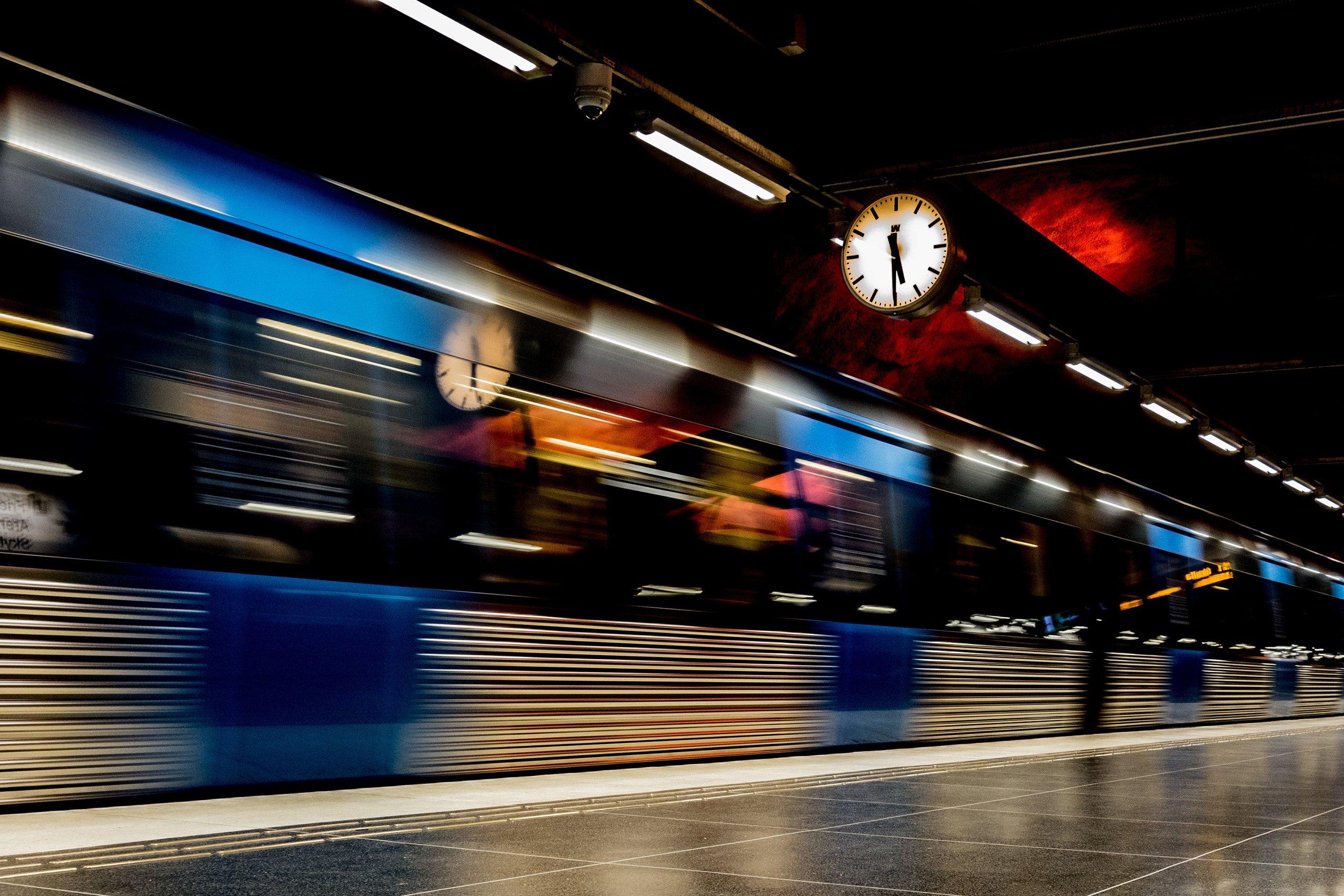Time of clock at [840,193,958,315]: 5:30
